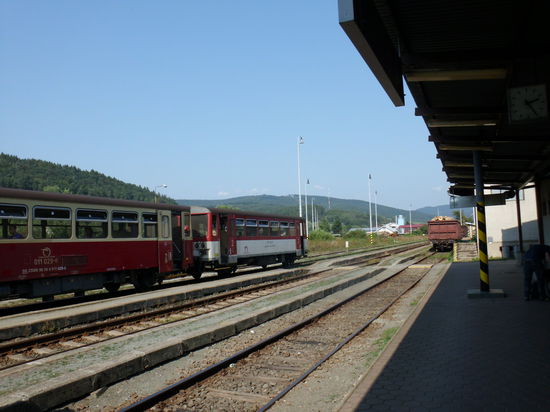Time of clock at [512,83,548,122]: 2:24
